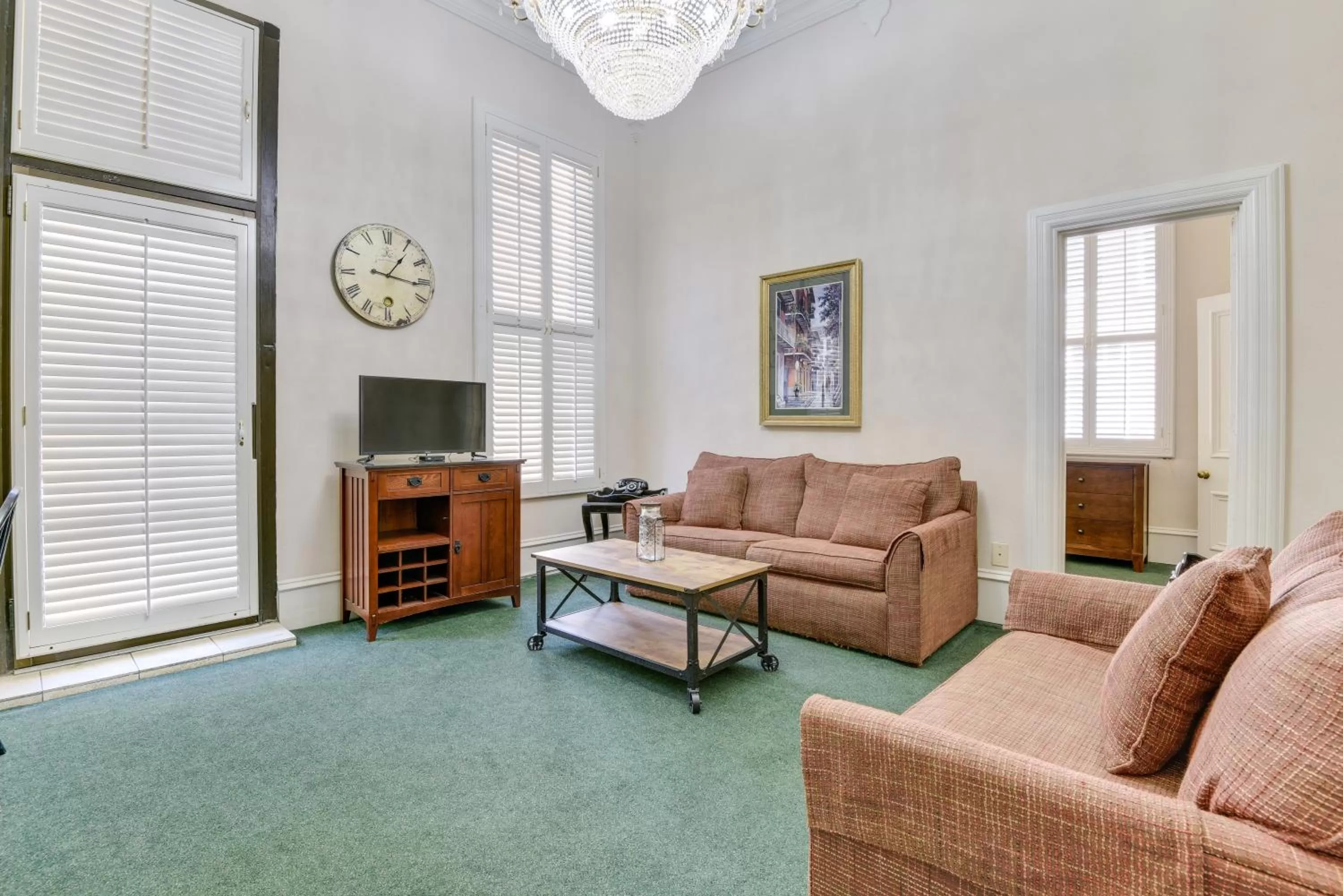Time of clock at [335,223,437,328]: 1:16
